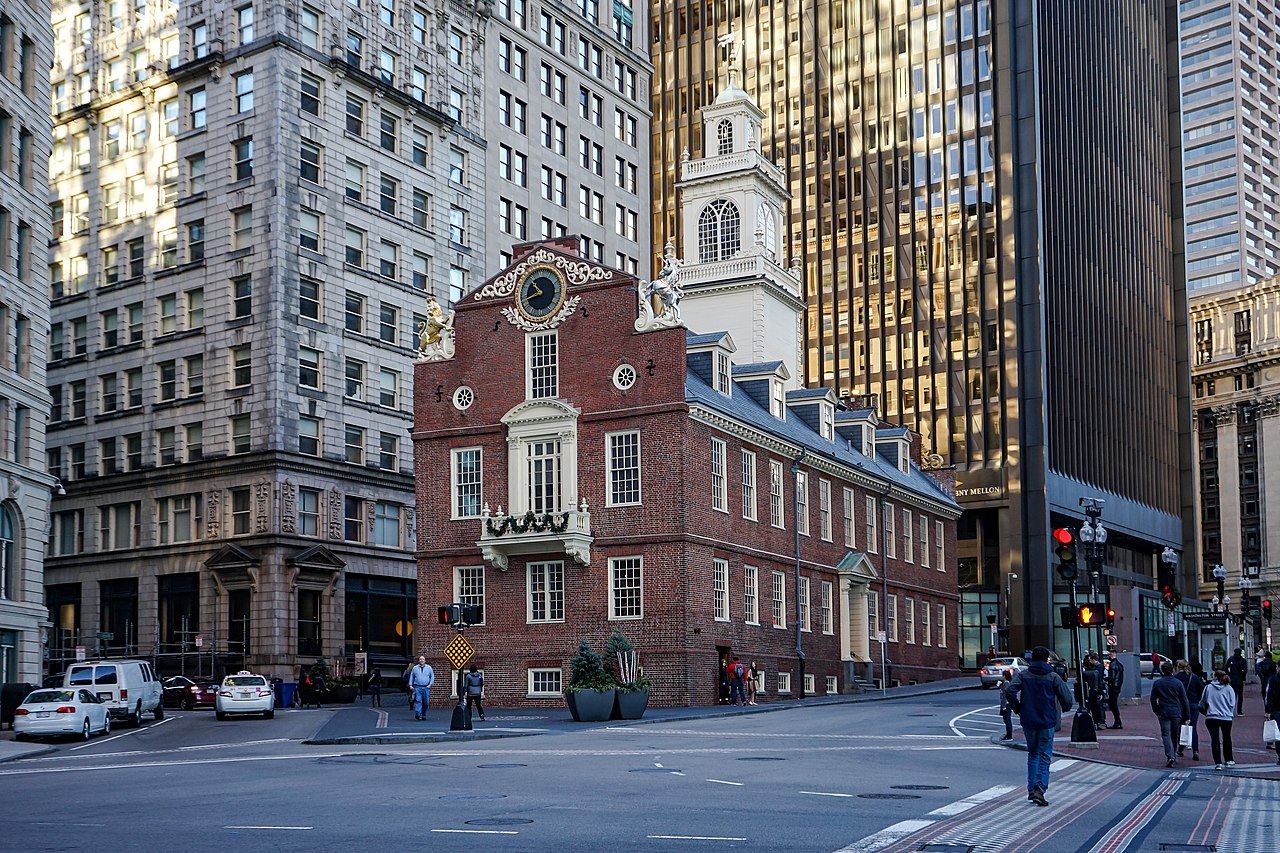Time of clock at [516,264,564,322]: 10:42
